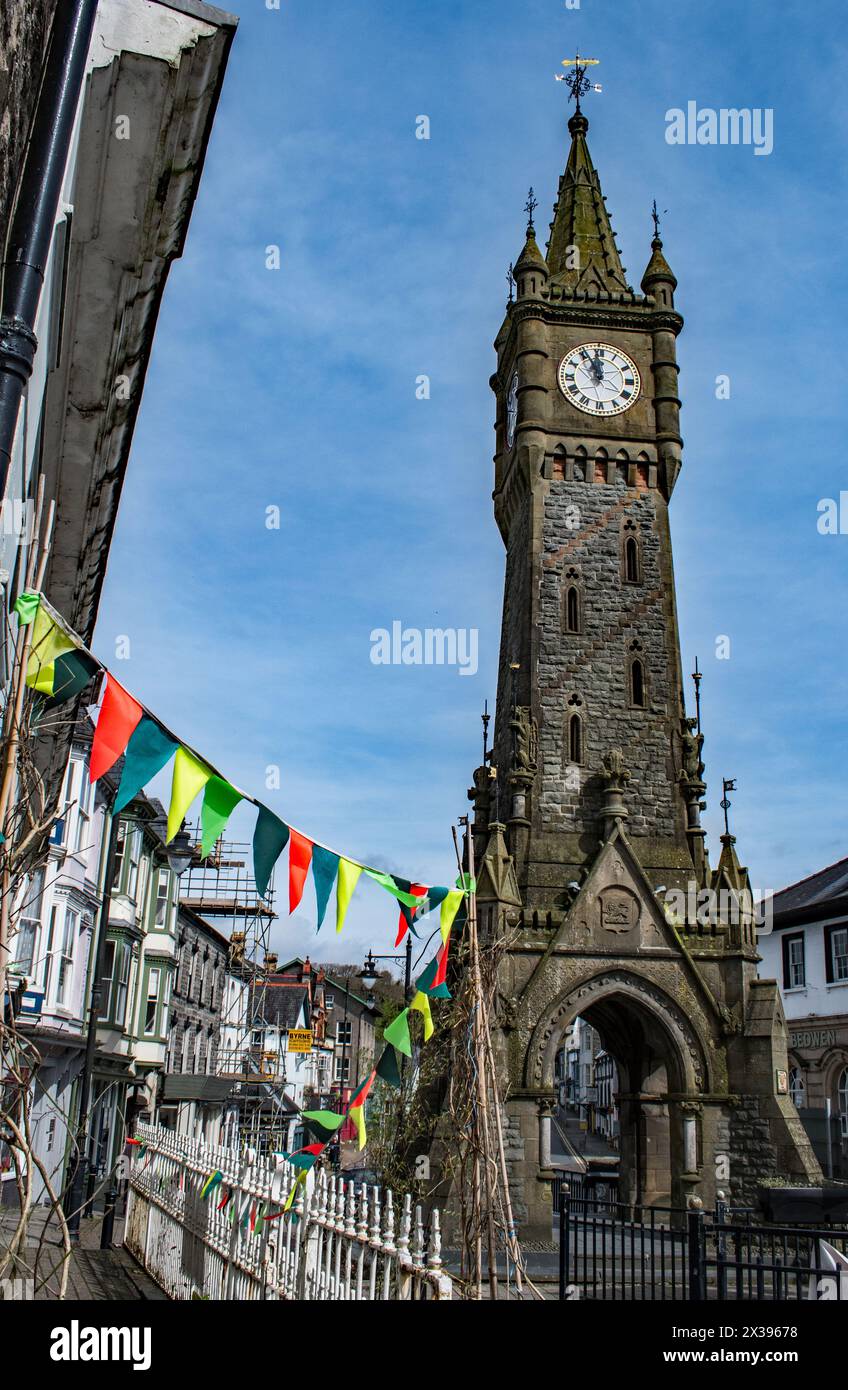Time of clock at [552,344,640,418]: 11:55
